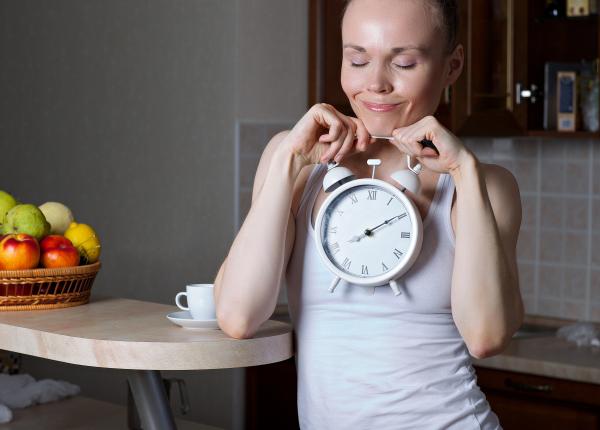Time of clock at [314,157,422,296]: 8:09
